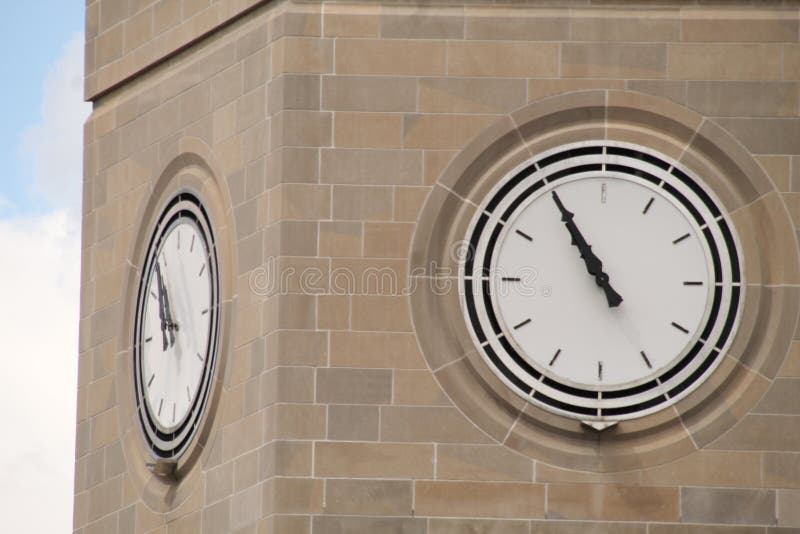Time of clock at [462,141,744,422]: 10:54
